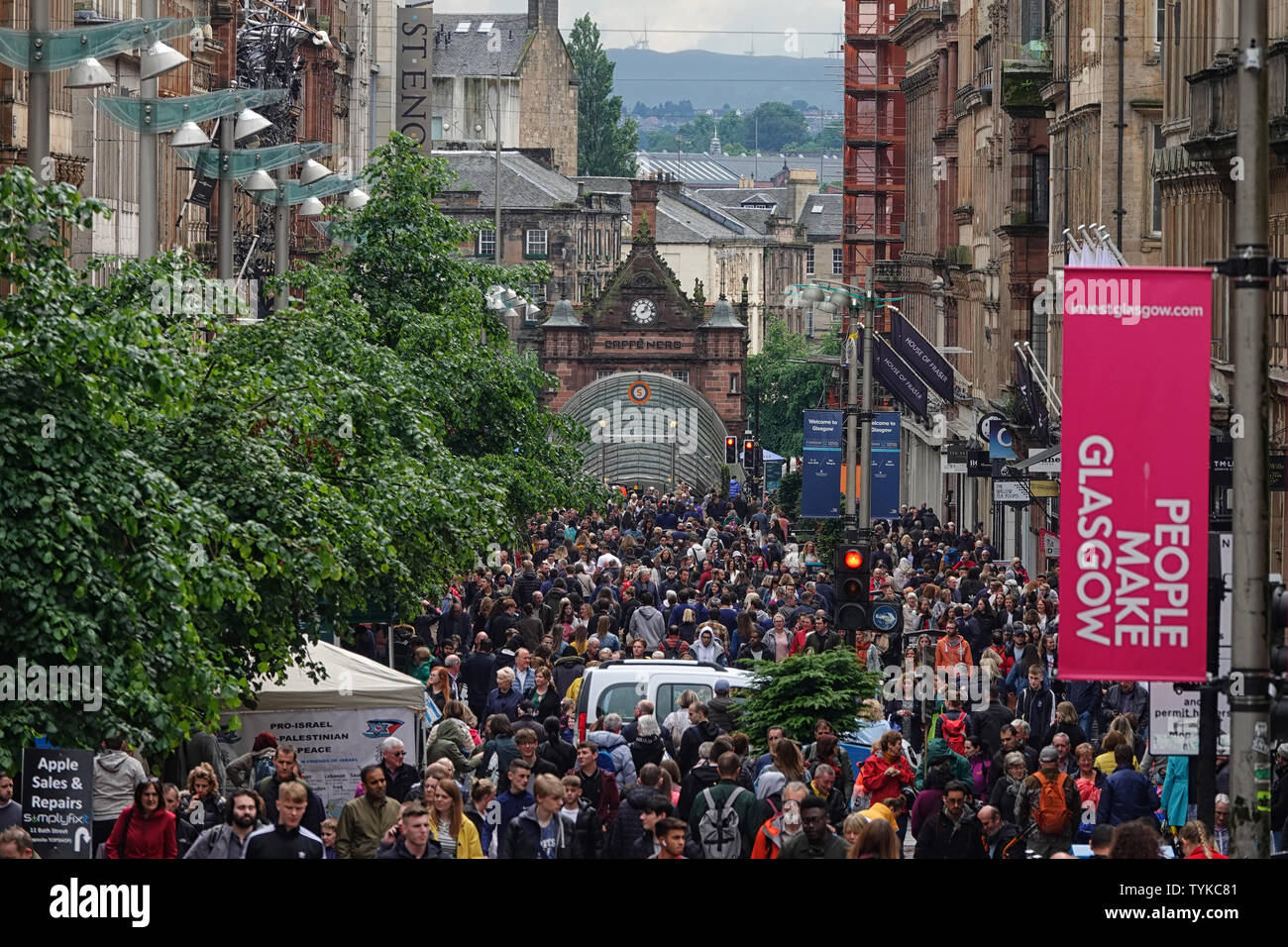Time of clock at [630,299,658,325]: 1:13
